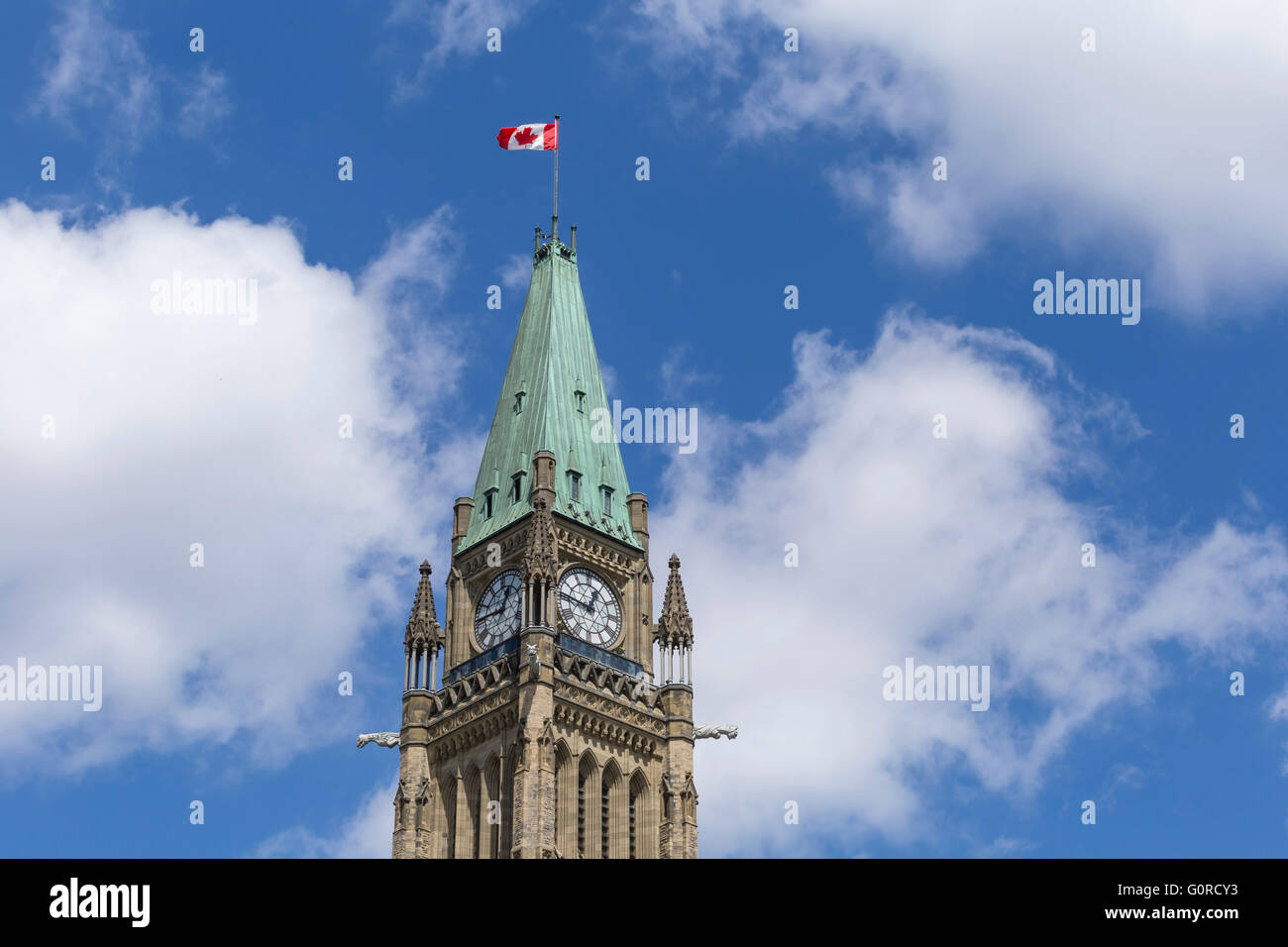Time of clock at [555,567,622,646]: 12:46
